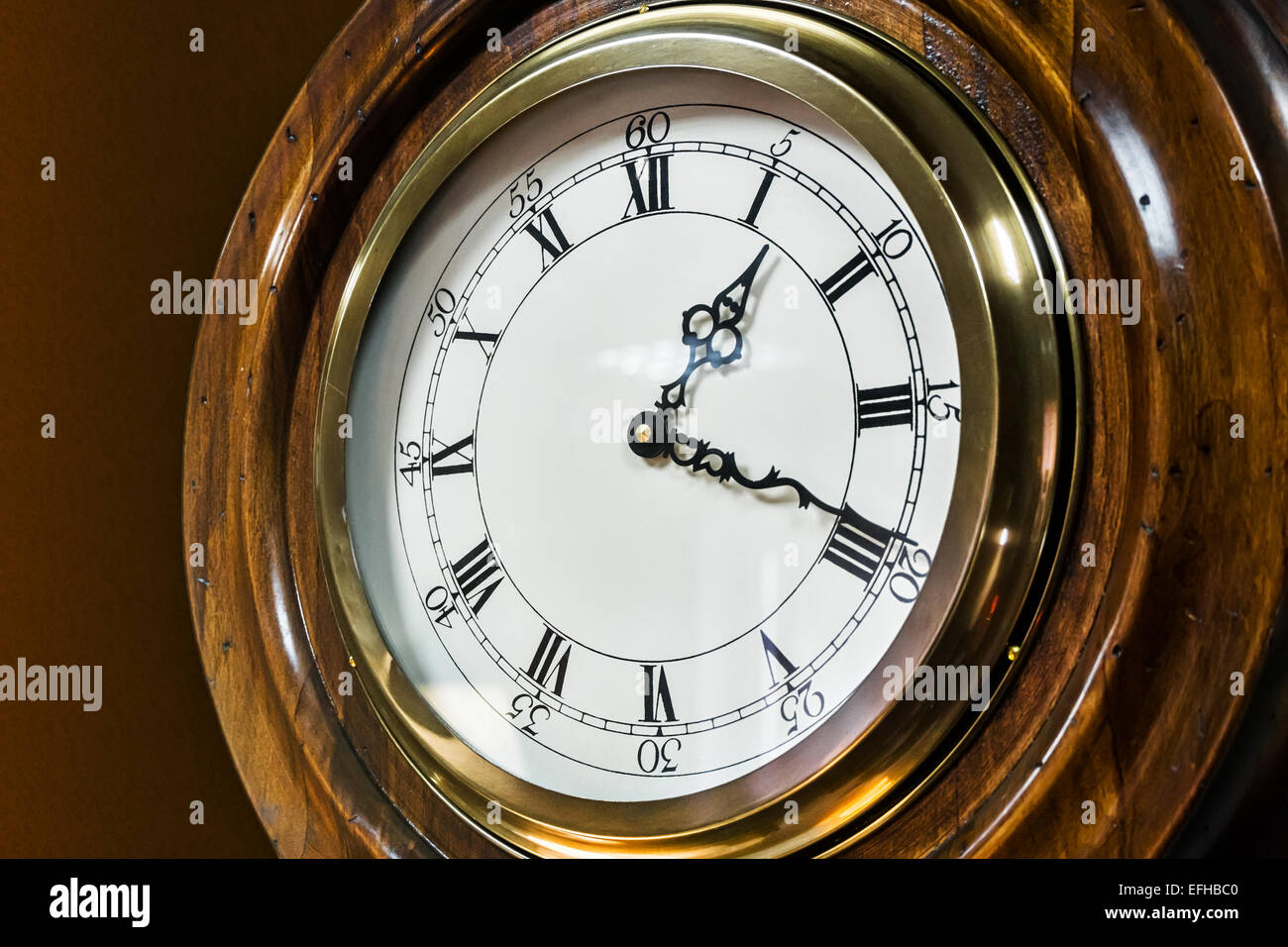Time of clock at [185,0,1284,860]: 1:18
